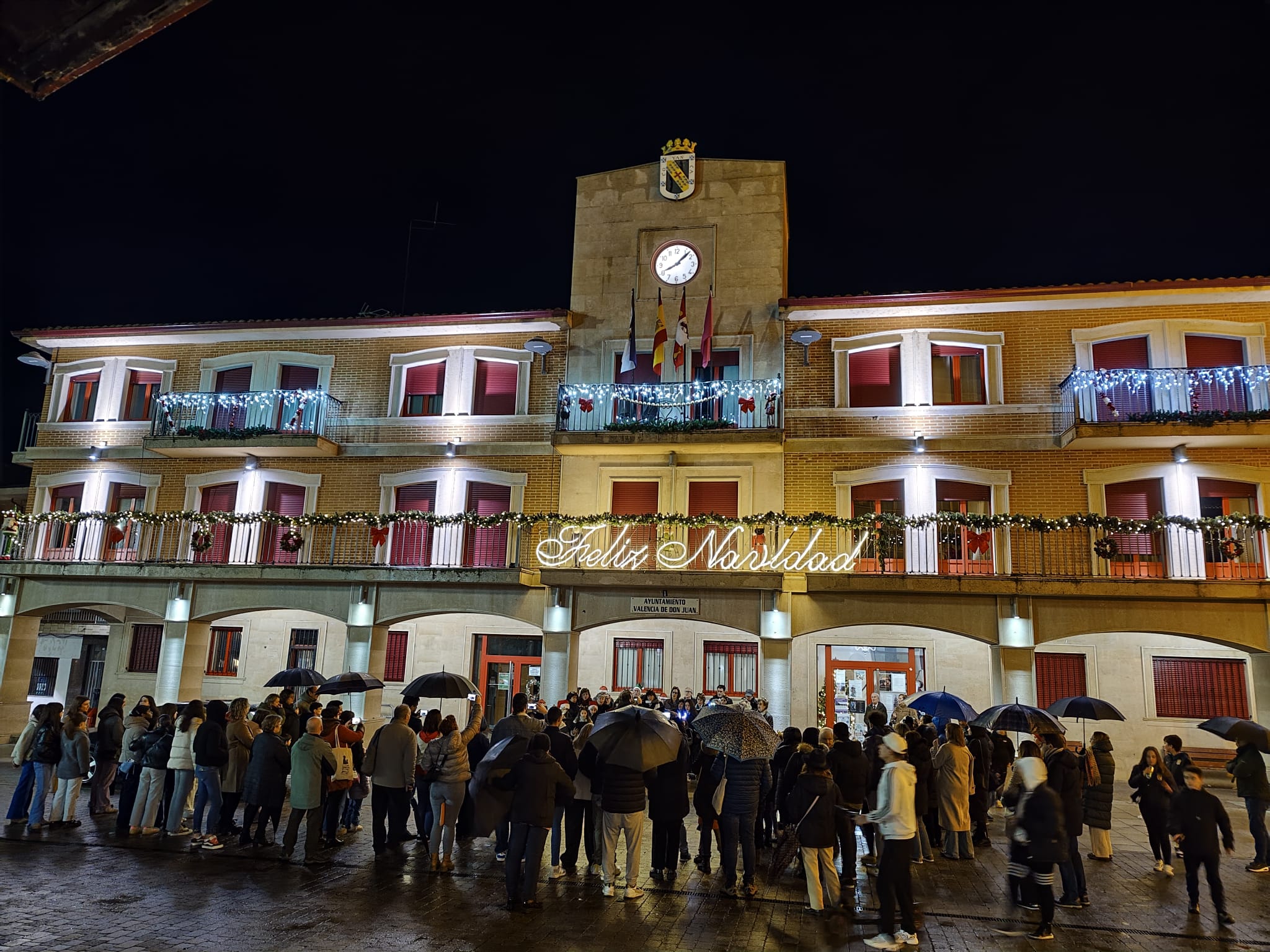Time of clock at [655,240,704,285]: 8:07
